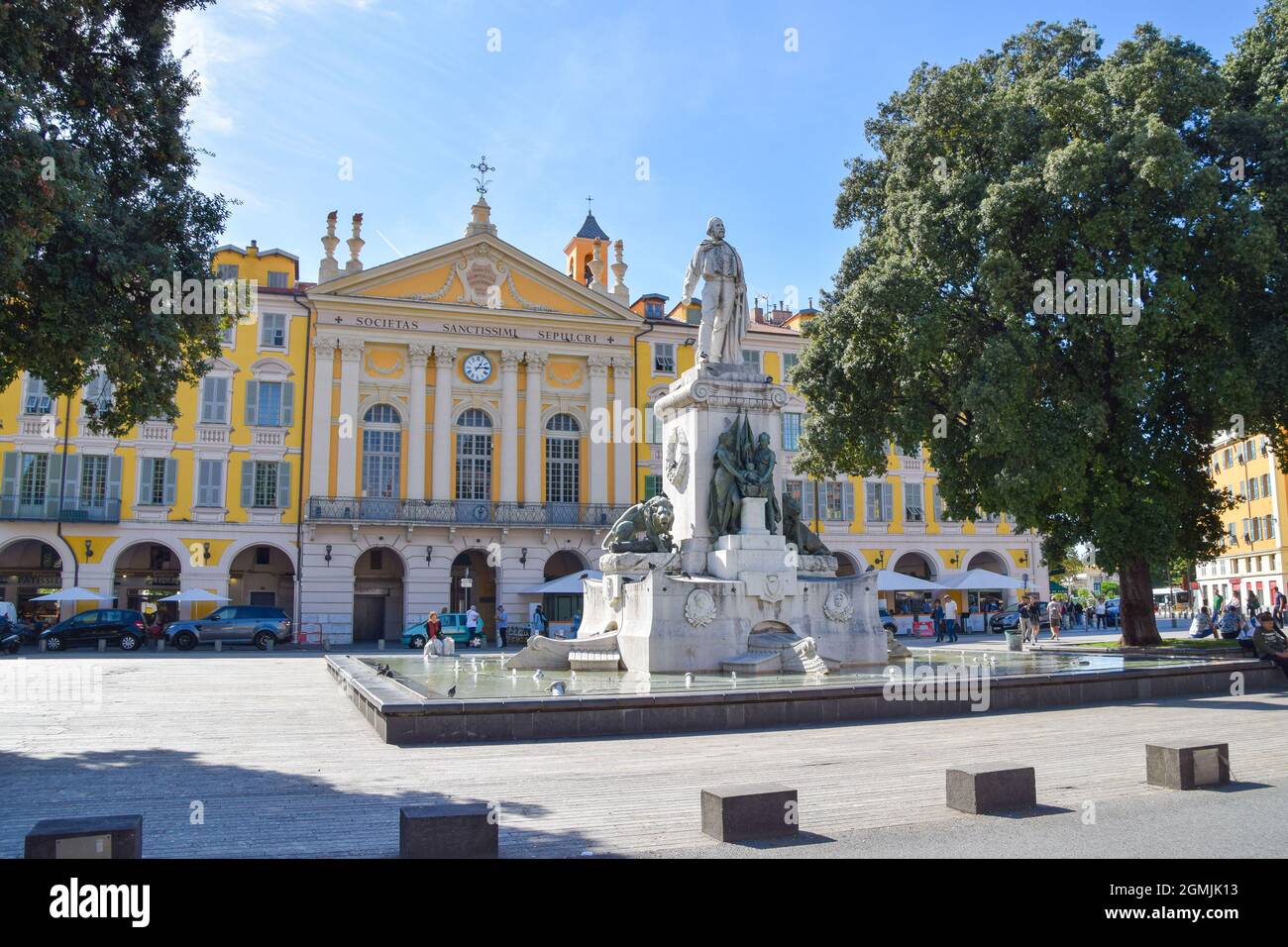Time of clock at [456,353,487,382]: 1:13
